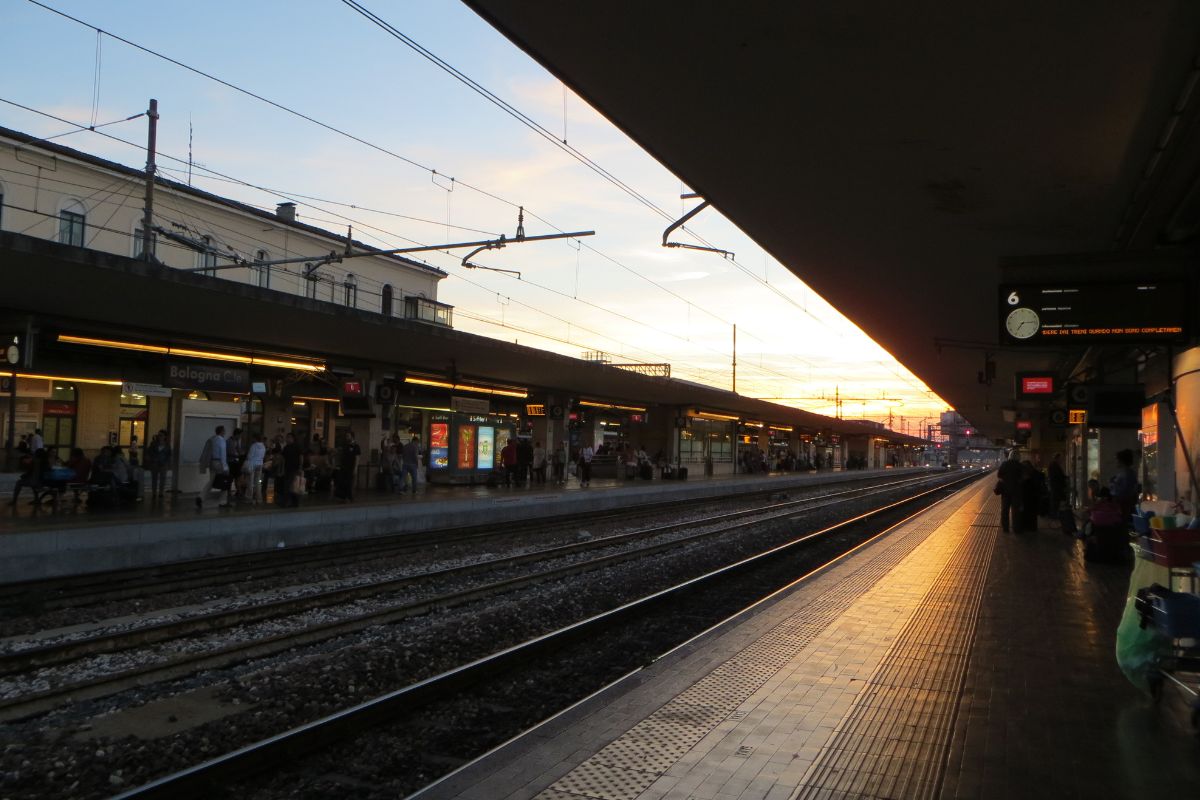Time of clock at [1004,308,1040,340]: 7:14
